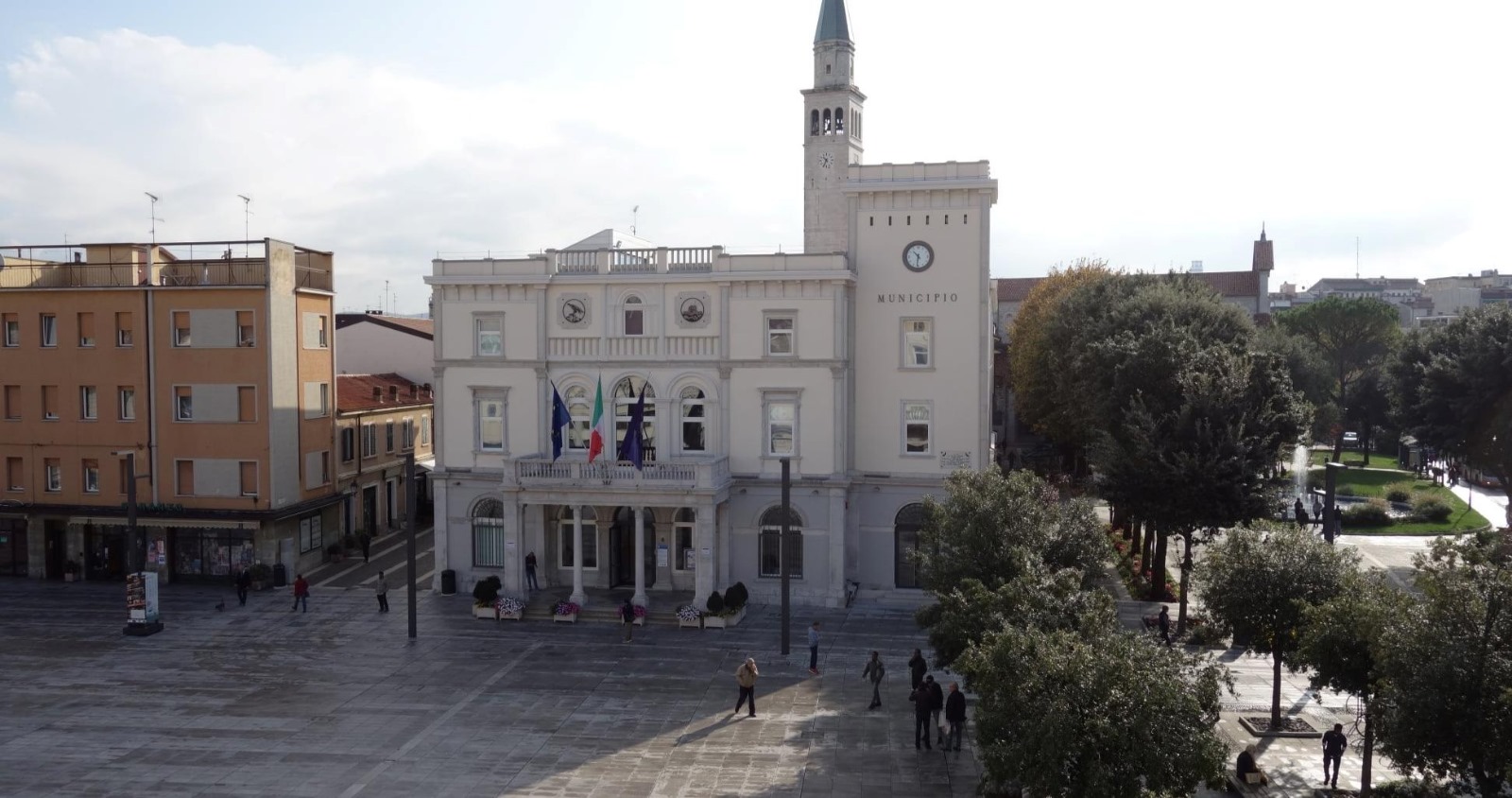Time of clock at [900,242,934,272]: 10:31
